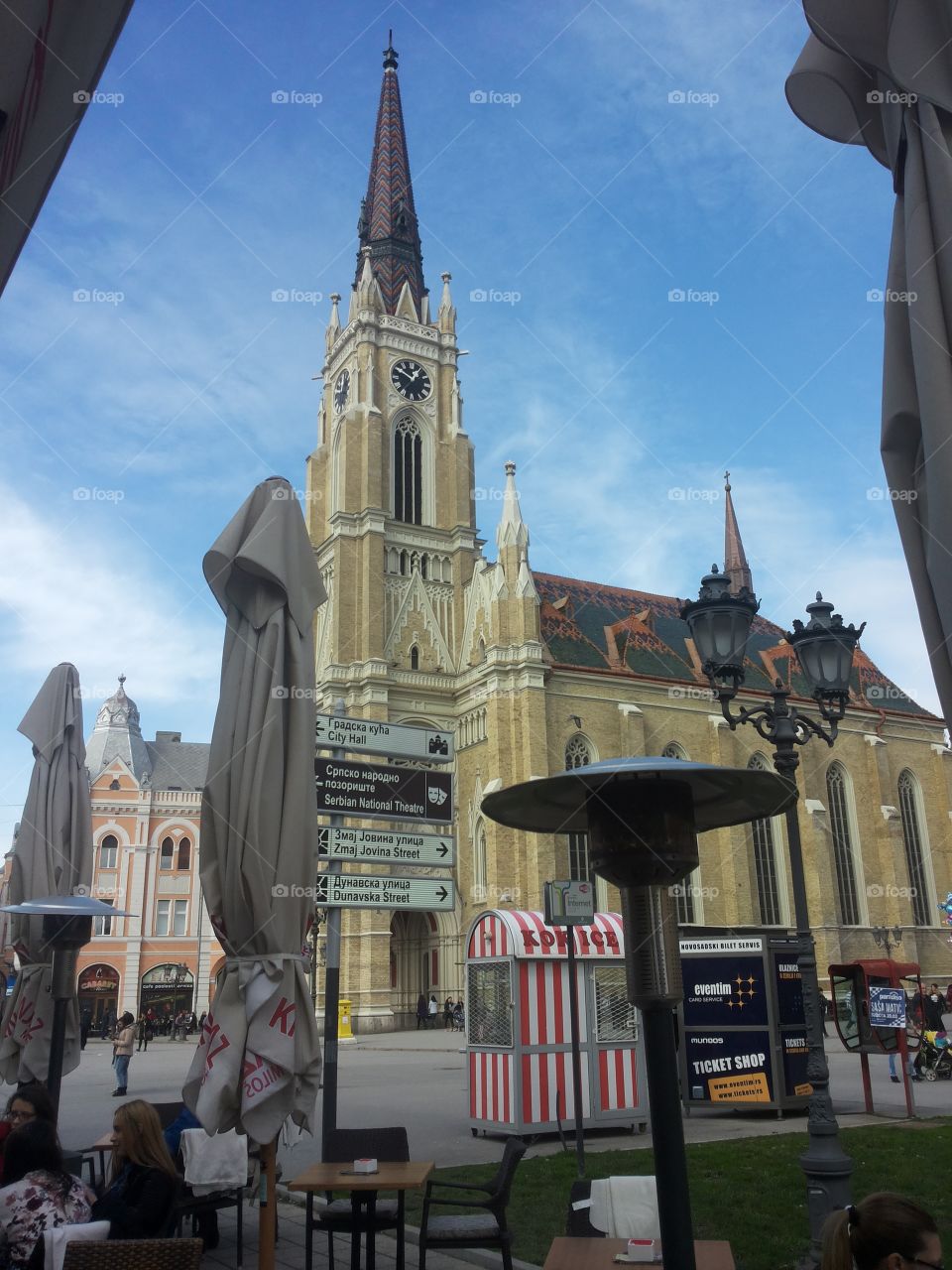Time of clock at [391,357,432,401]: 12:50
